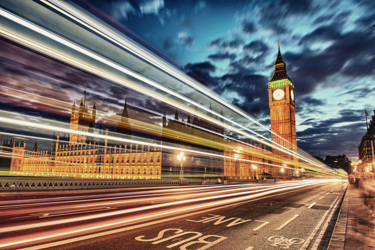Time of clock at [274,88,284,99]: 7:24
